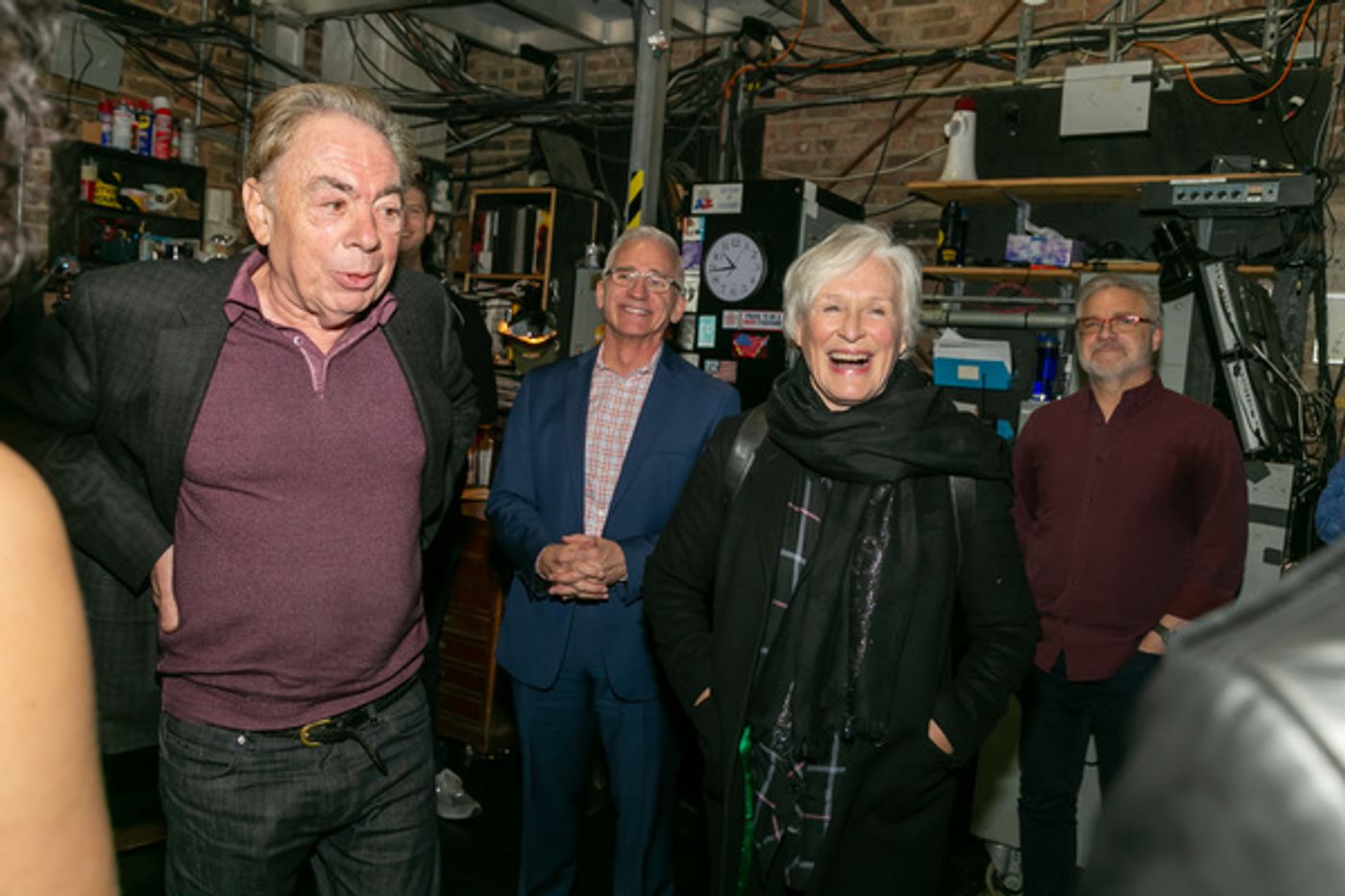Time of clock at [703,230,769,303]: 10:43
